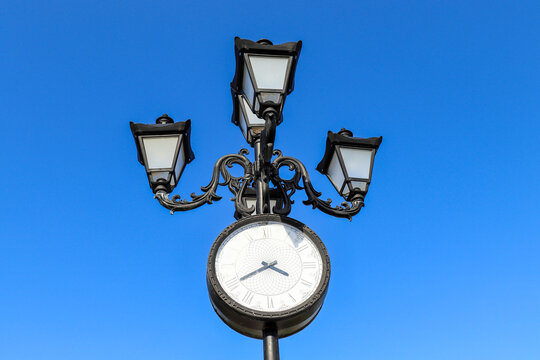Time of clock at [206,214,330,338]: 3:40
